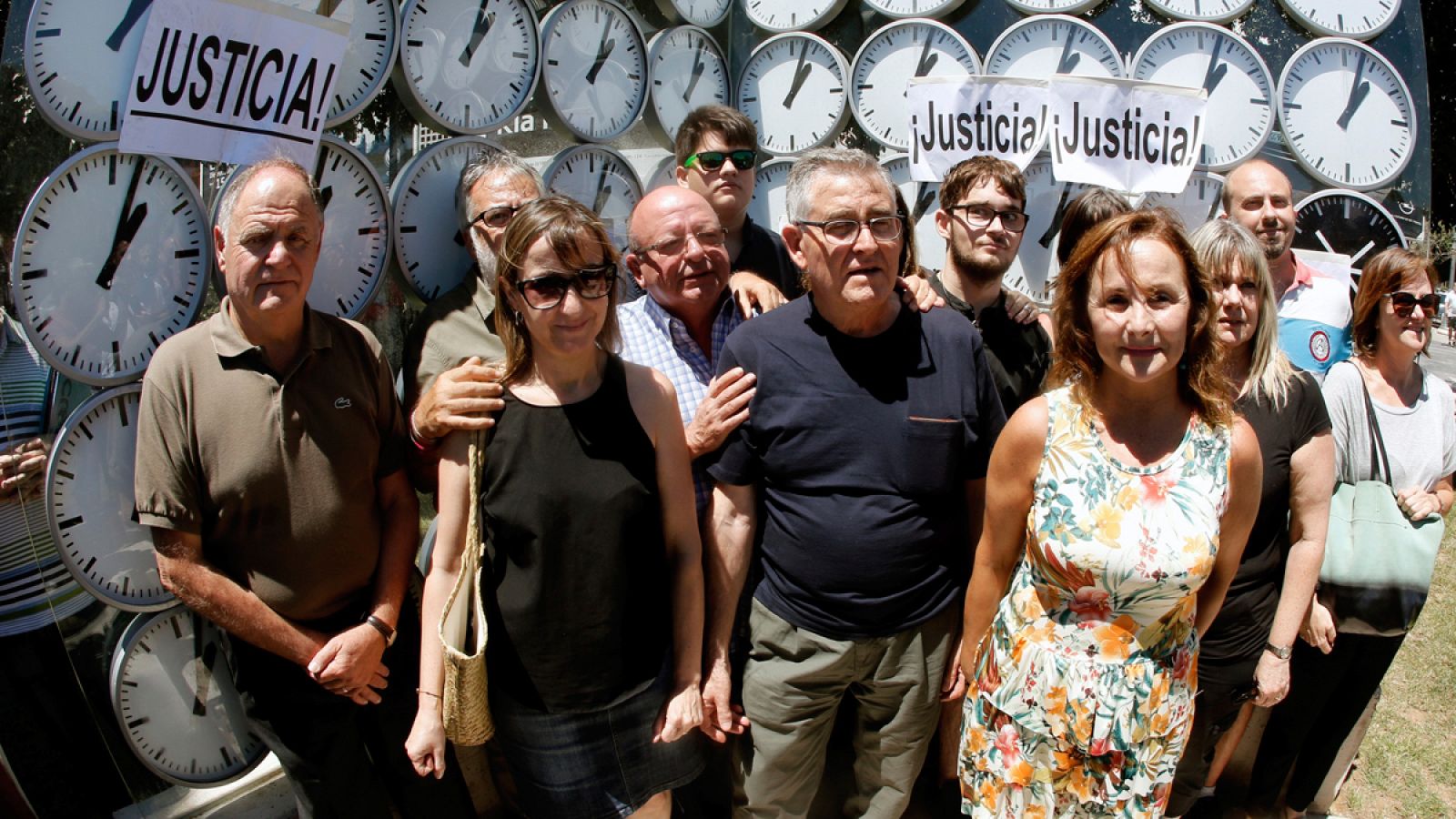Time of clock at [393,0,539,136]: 1:03
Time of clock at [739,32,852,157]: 1:03
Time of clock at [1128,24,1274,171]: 1:02
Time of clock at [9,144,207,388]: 1:03
